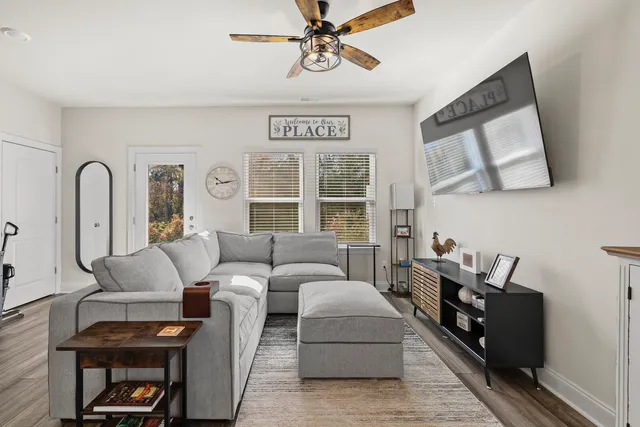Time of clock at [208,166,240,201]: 10:12
